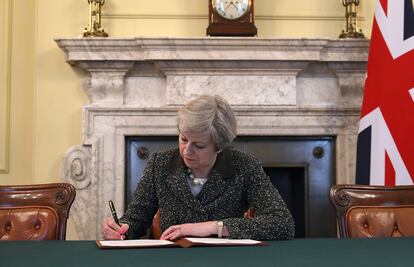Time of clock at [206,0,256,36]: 4:36
